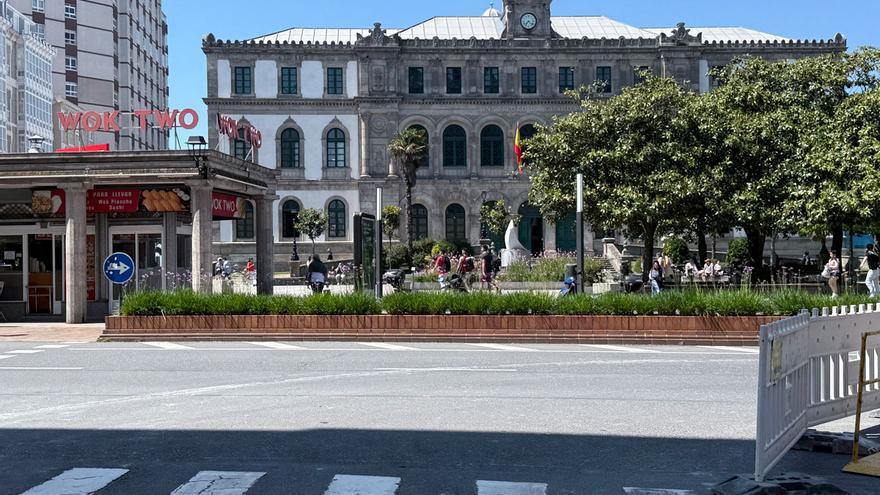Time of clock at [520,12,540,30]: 7:21
